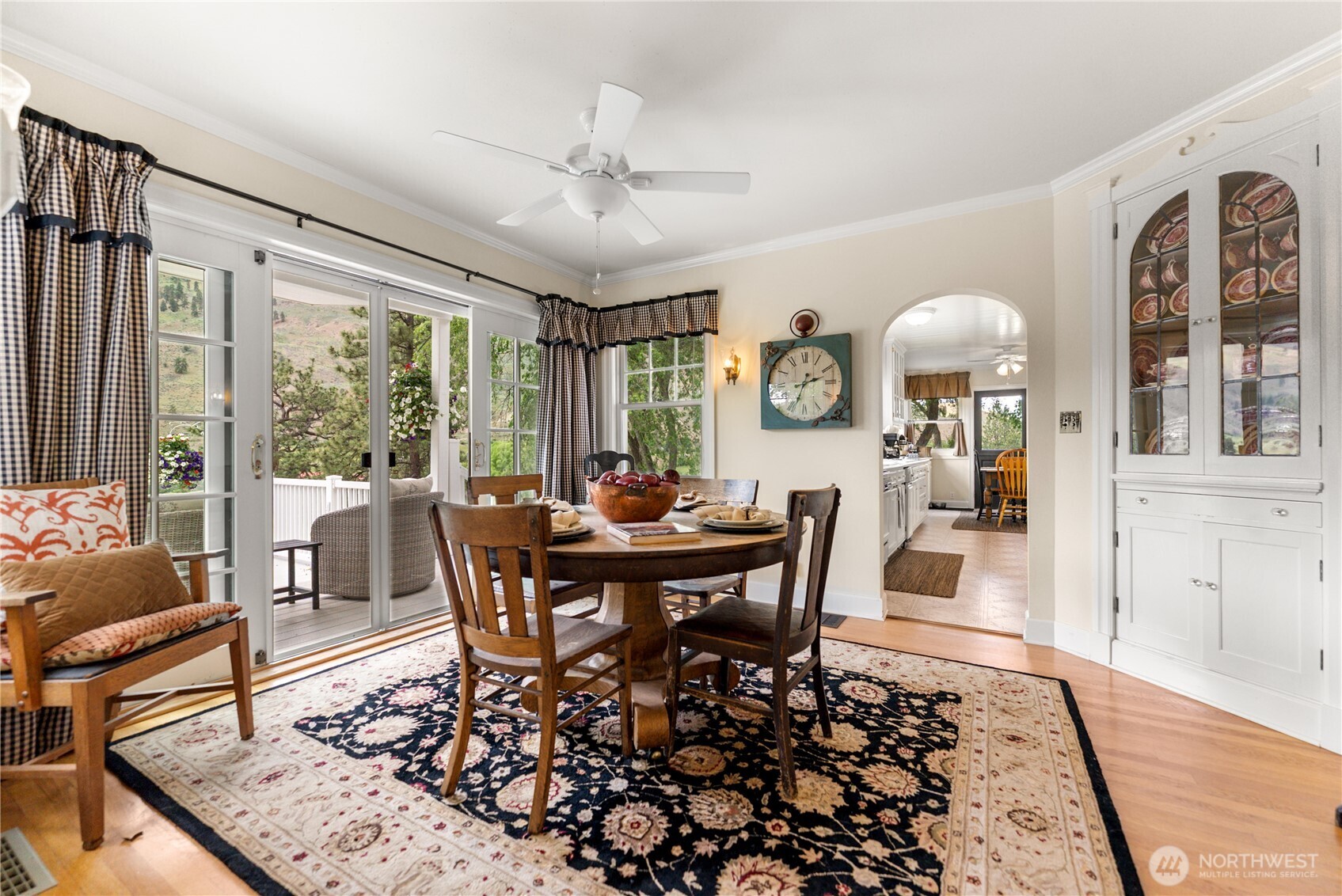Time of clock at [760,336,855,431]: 2:33
